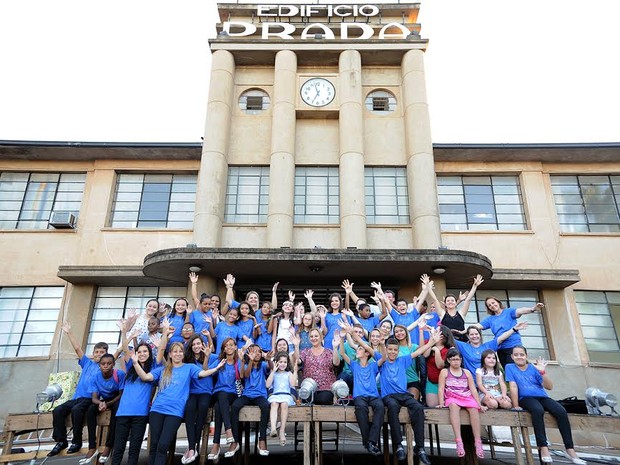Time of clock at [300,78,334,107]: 11:34
